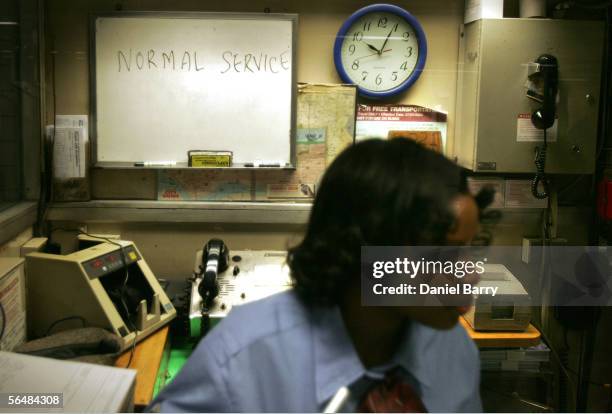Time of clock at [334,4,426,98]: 10:04
